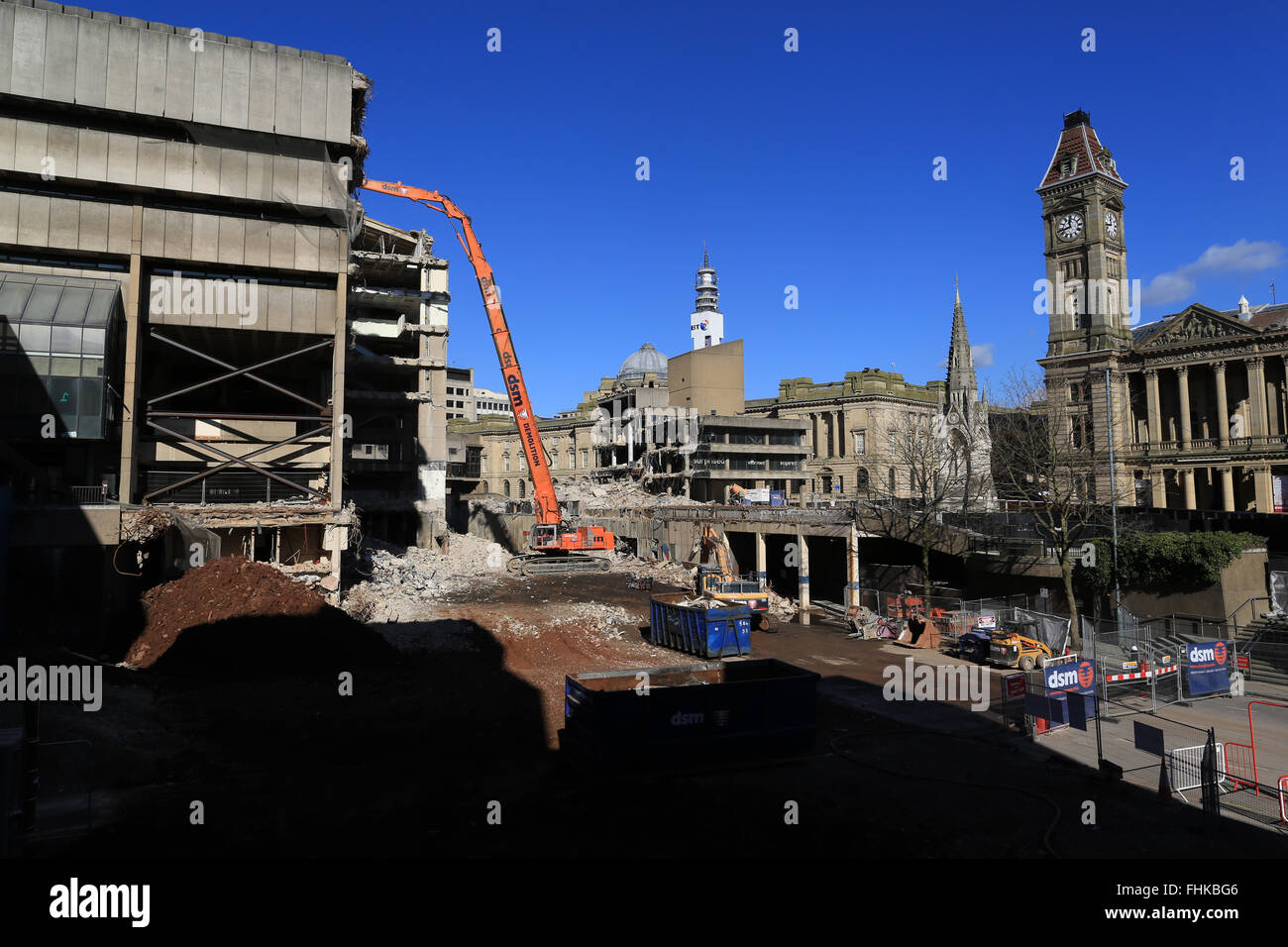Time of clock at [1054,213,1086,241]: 11:42
